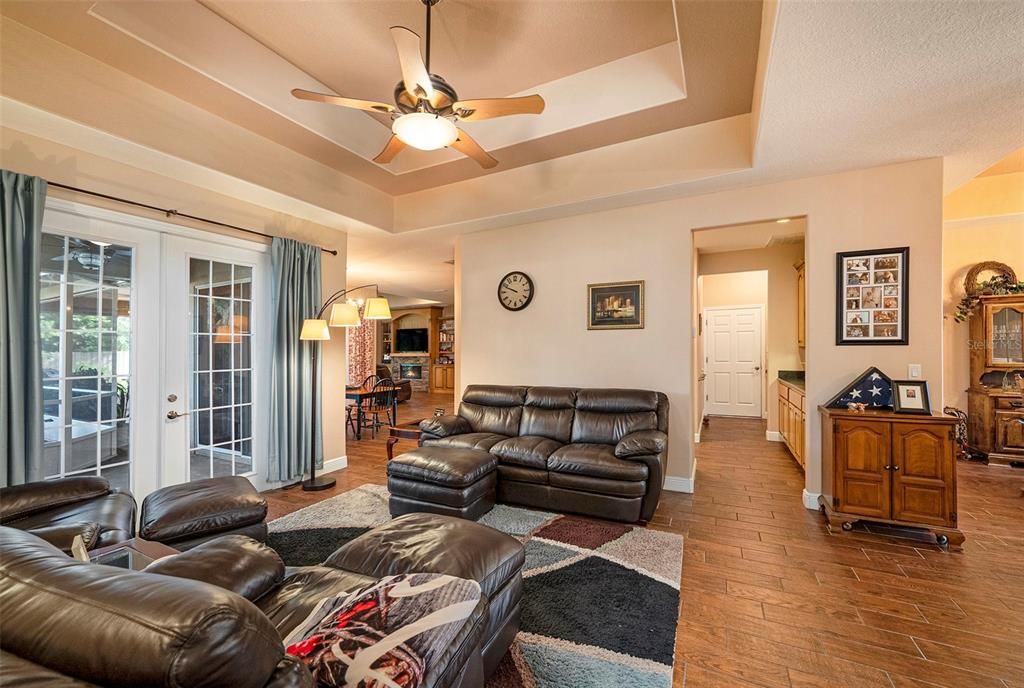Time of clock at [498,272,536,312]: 9:48
